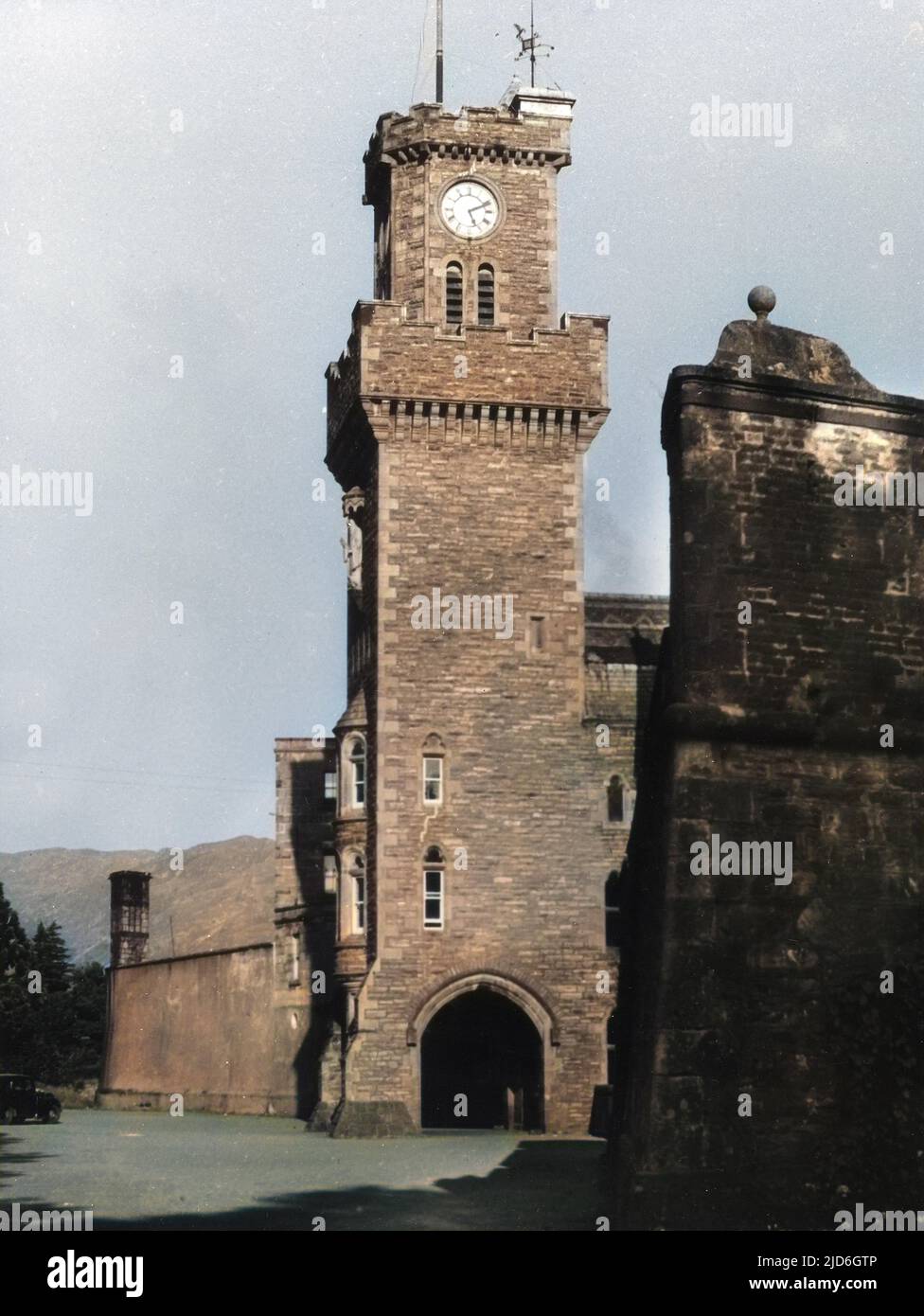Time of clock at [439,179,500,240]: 5:11
